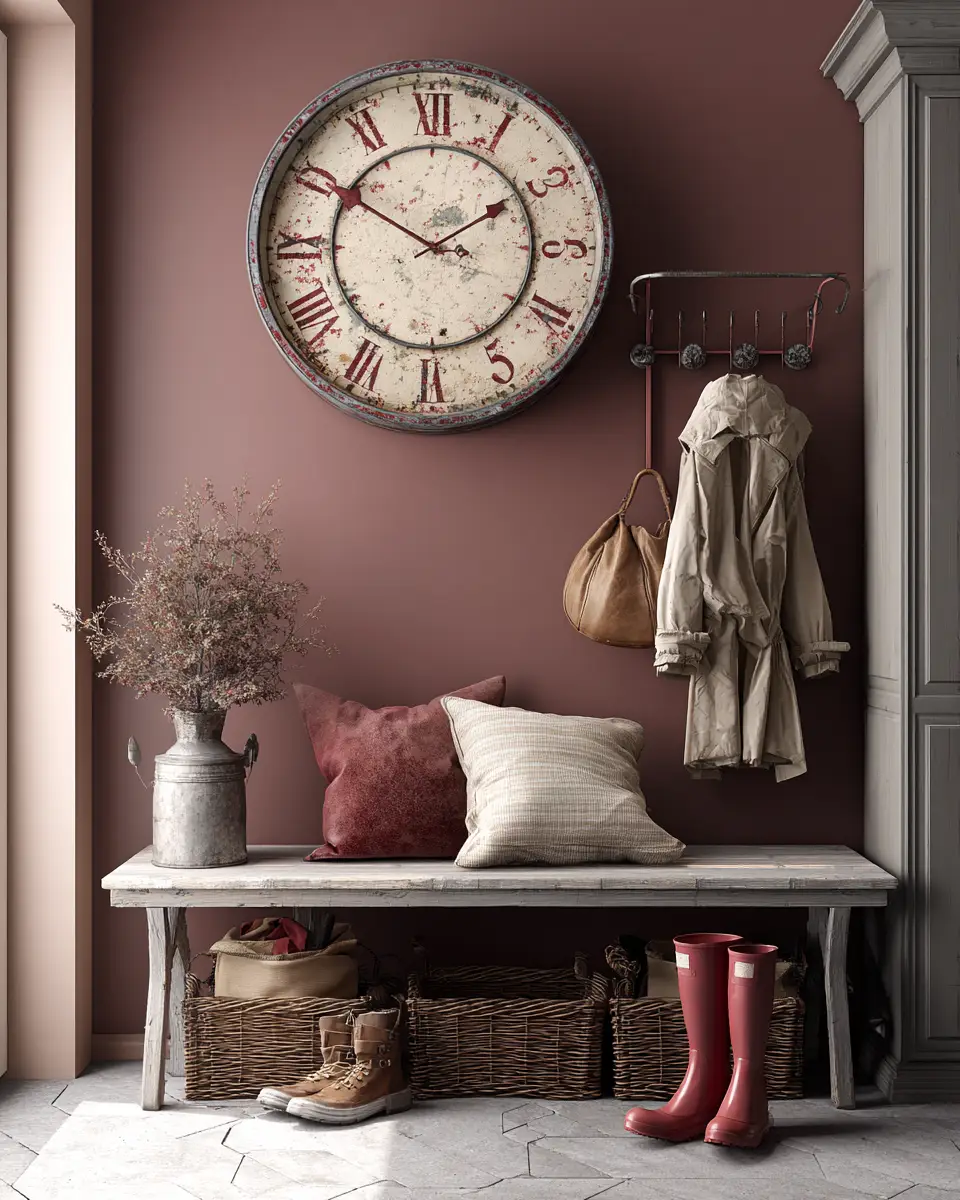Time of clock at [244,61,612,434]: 1:50
